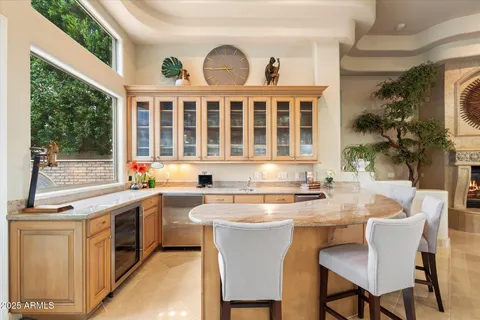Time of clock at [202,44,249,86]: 4:44
